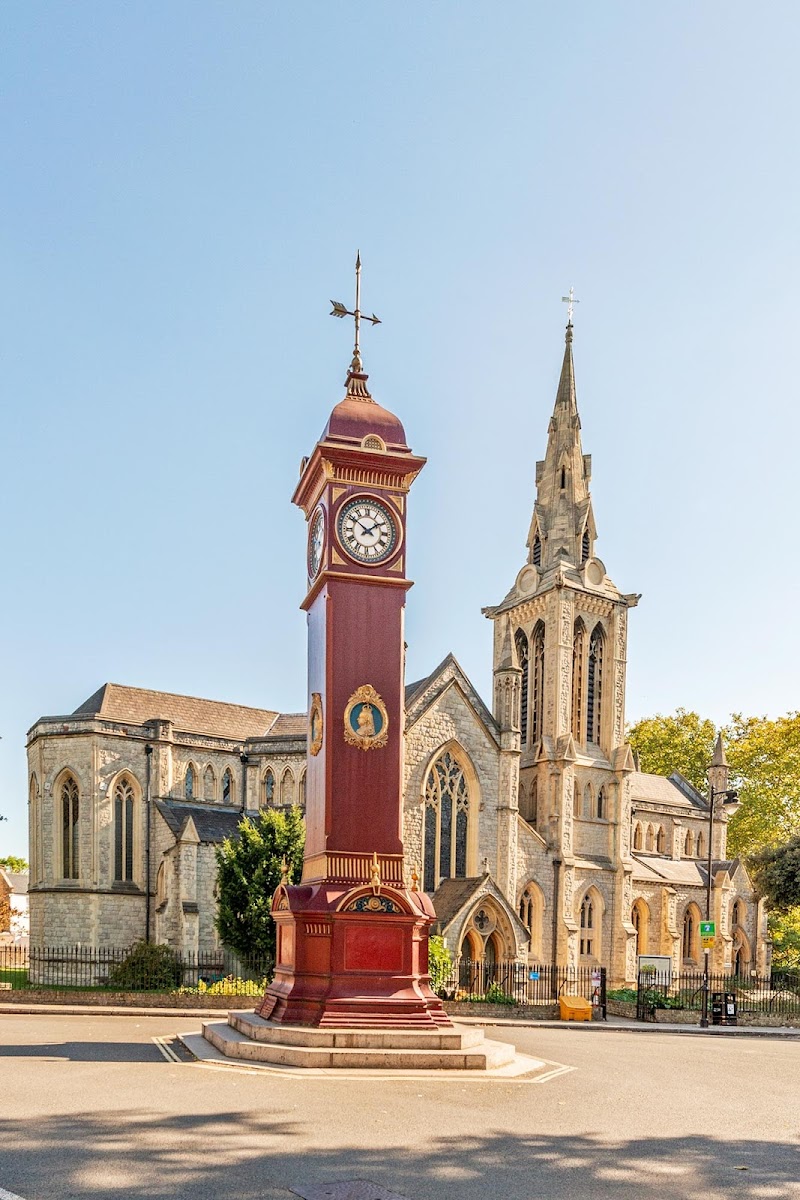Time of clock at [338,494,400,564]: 1:50
